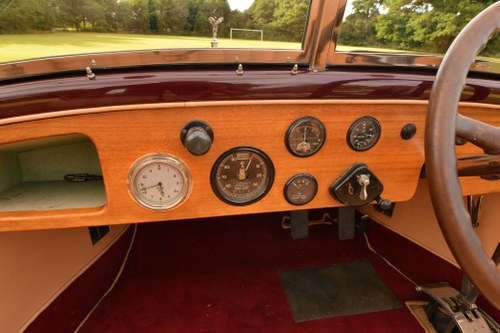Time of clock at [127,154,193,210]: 5:41
